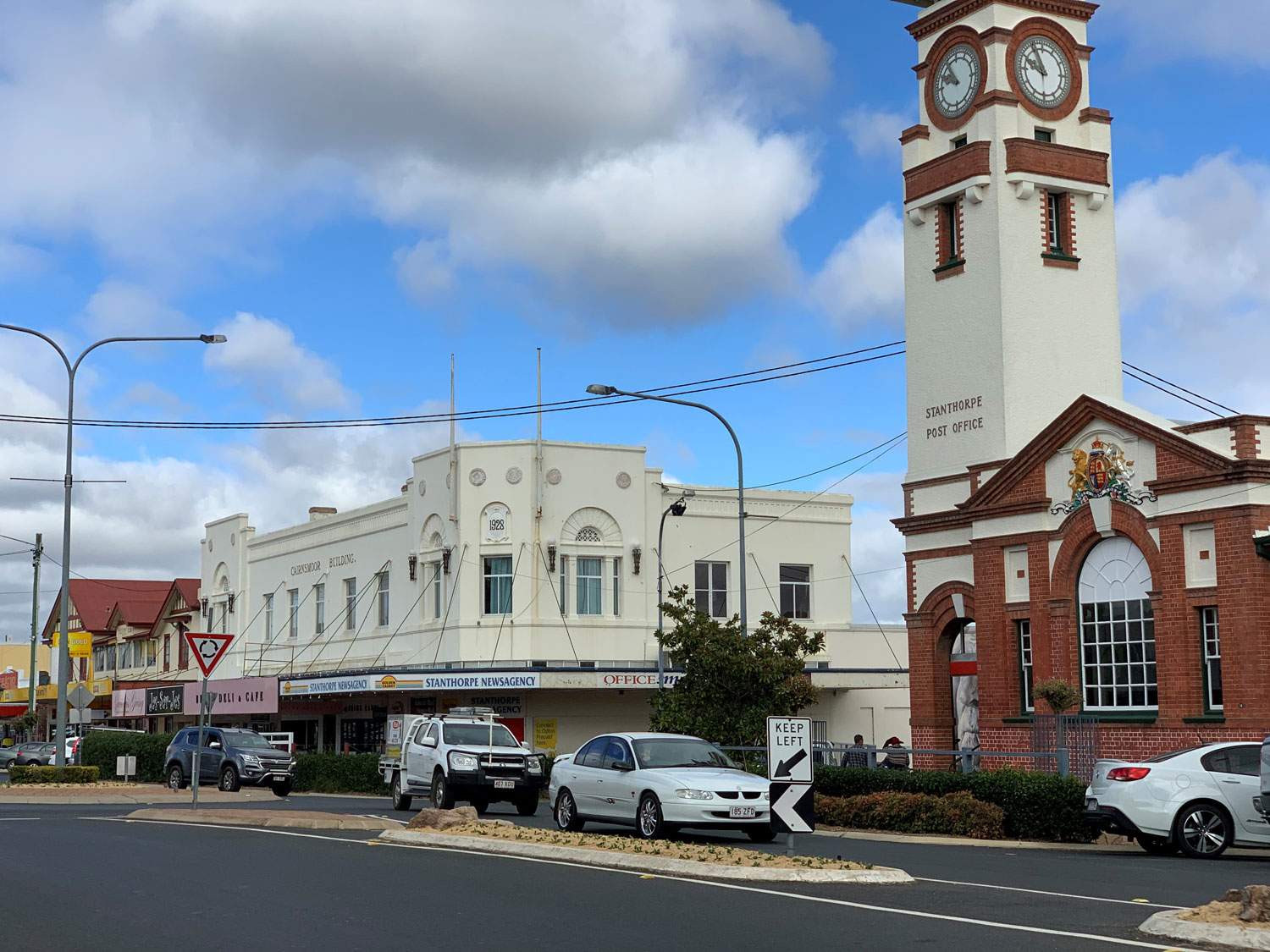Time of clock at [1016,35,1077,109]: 9:55
